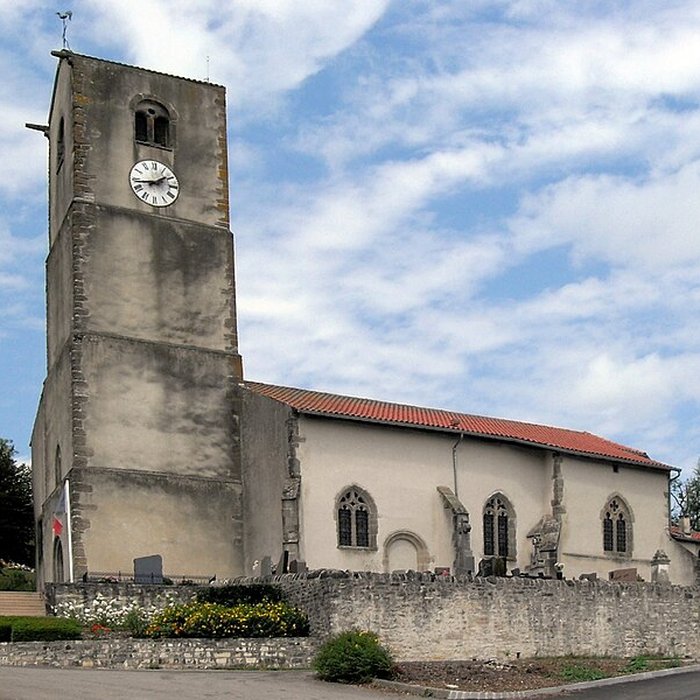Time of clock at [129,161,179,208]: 1:43
